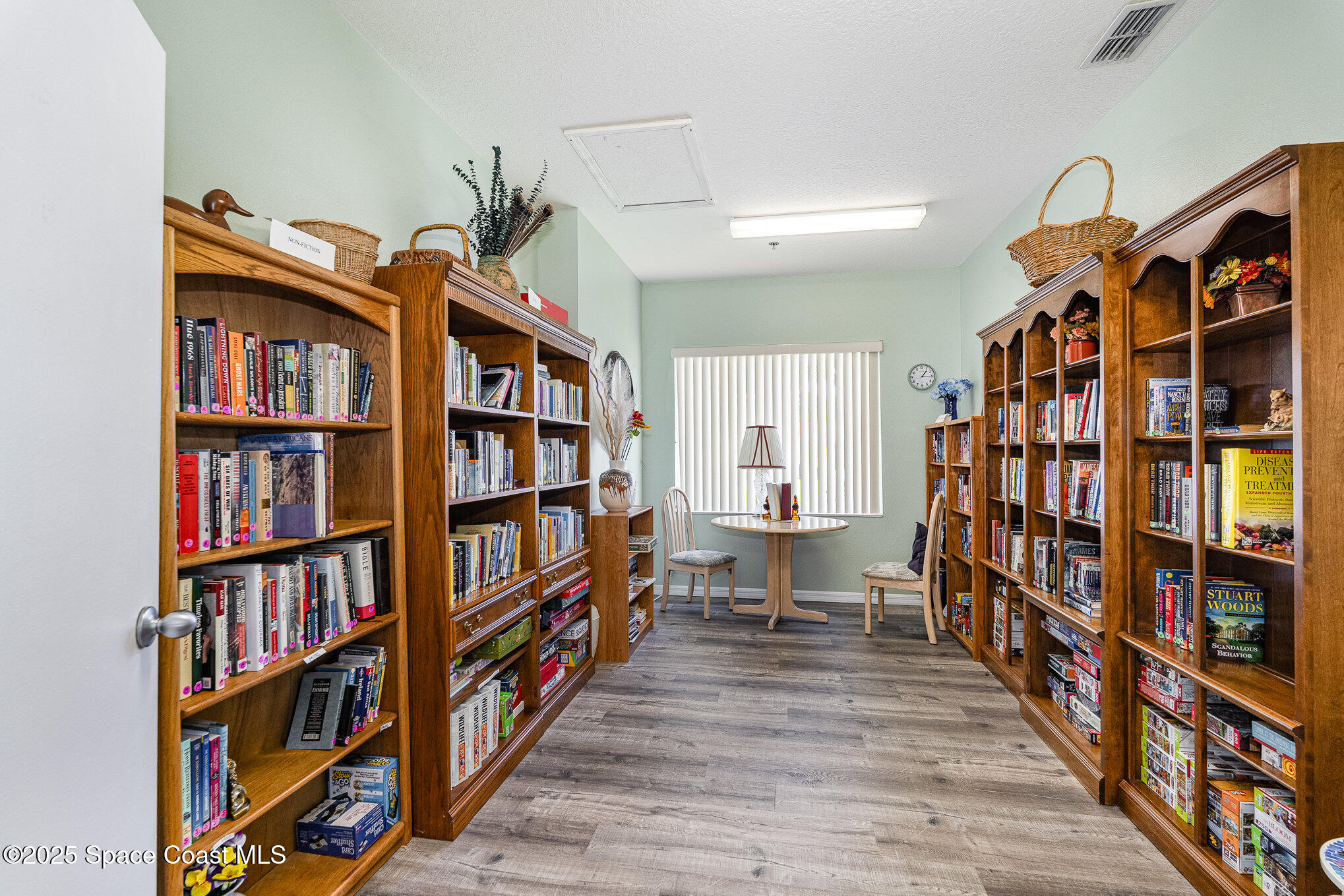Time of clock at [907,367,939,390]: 1:14
